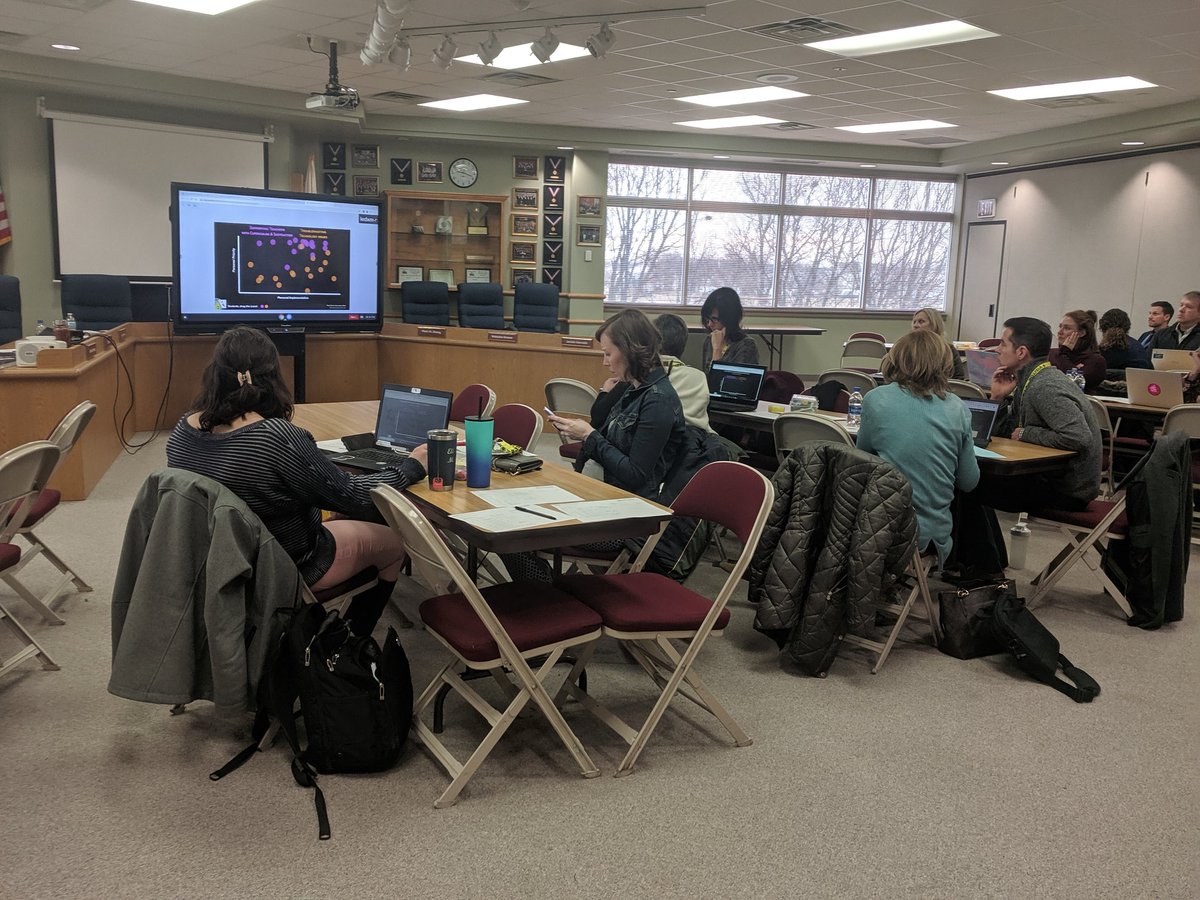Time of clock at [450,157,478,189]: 9:18
